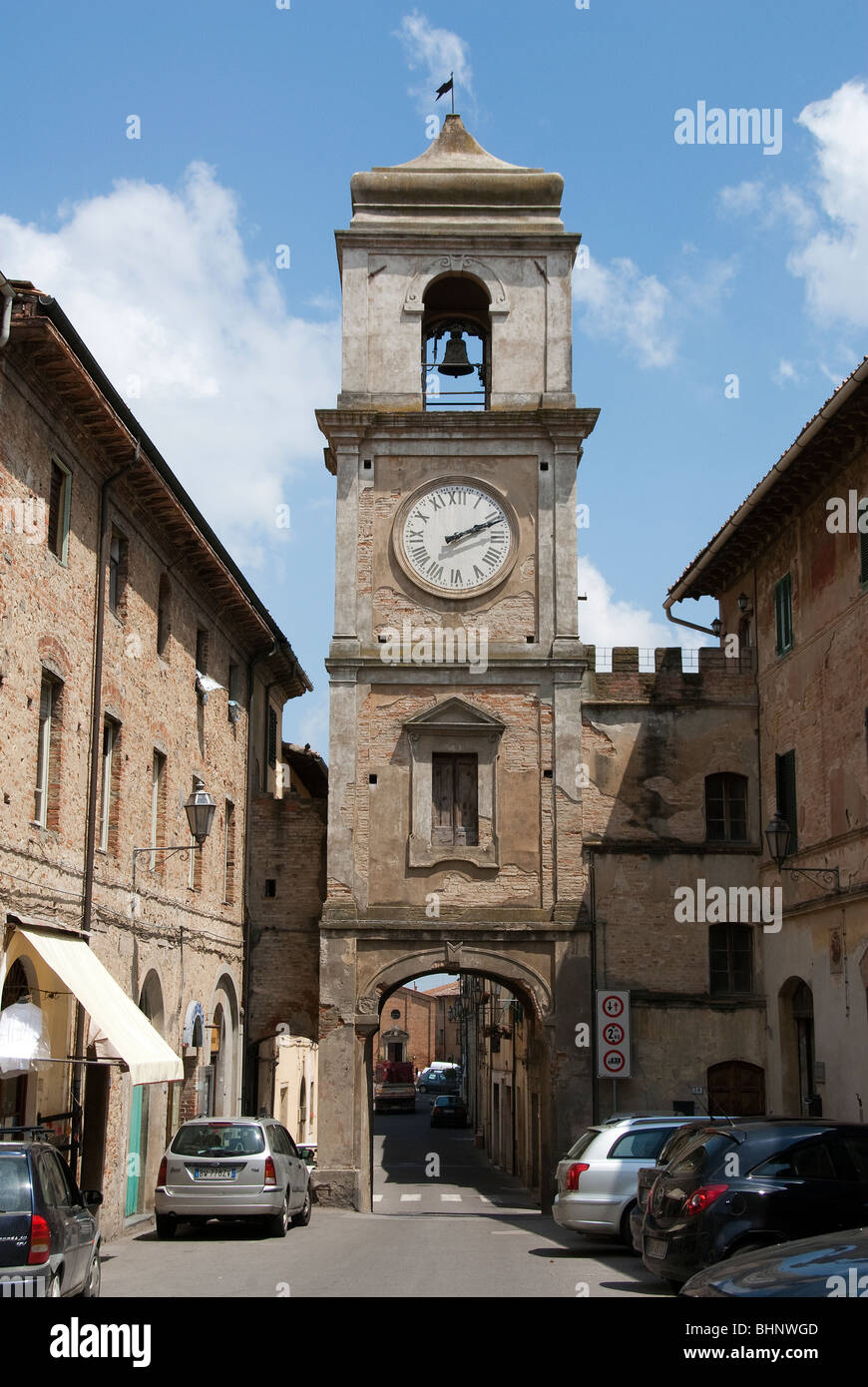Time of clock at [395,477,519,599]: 2:11
